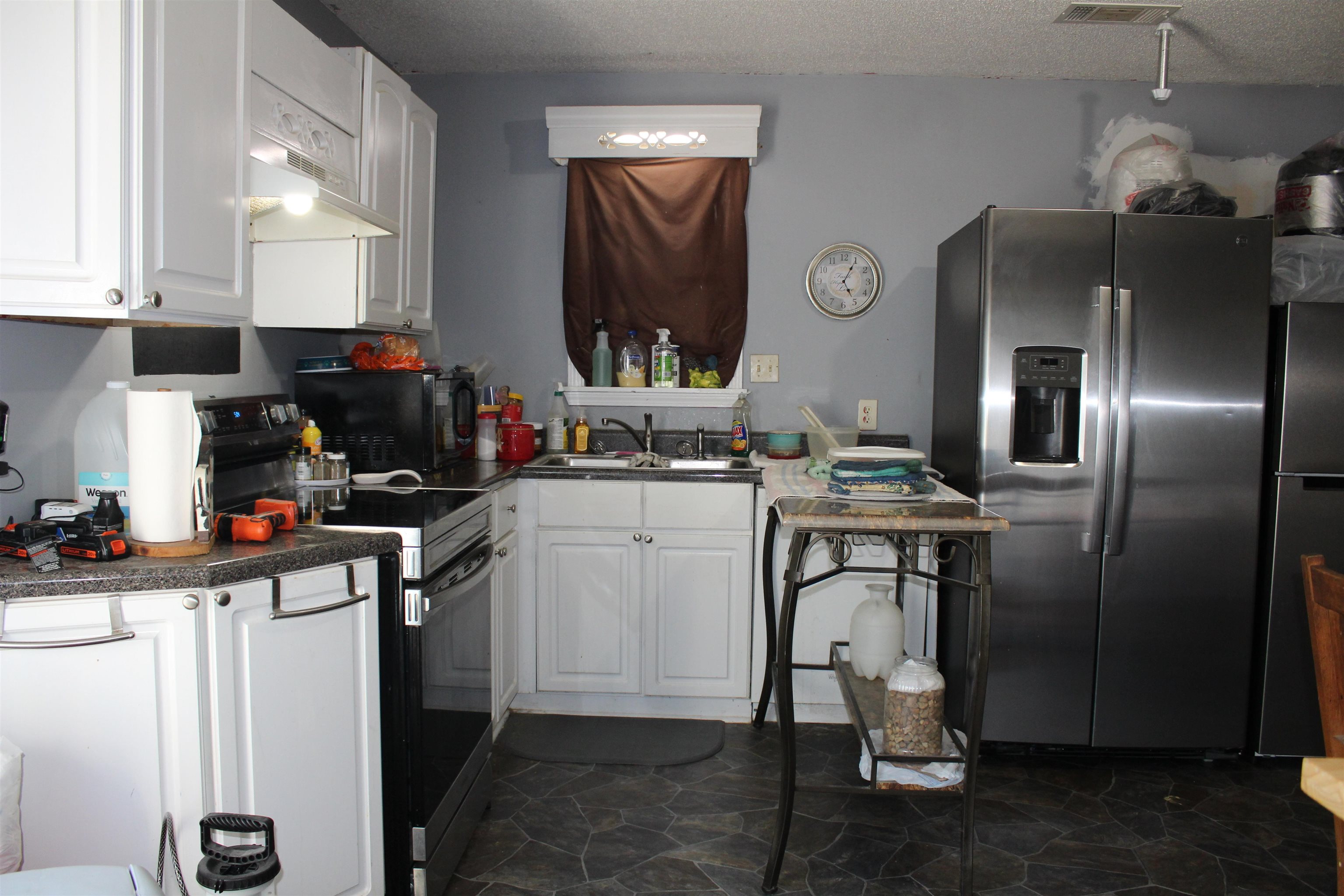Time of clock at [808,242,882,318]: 5:05
